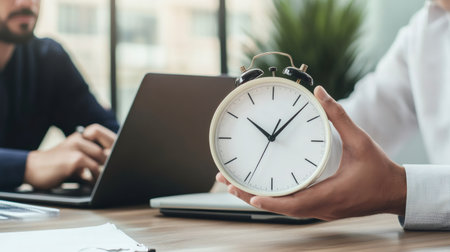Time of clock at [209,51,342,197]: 10:07
